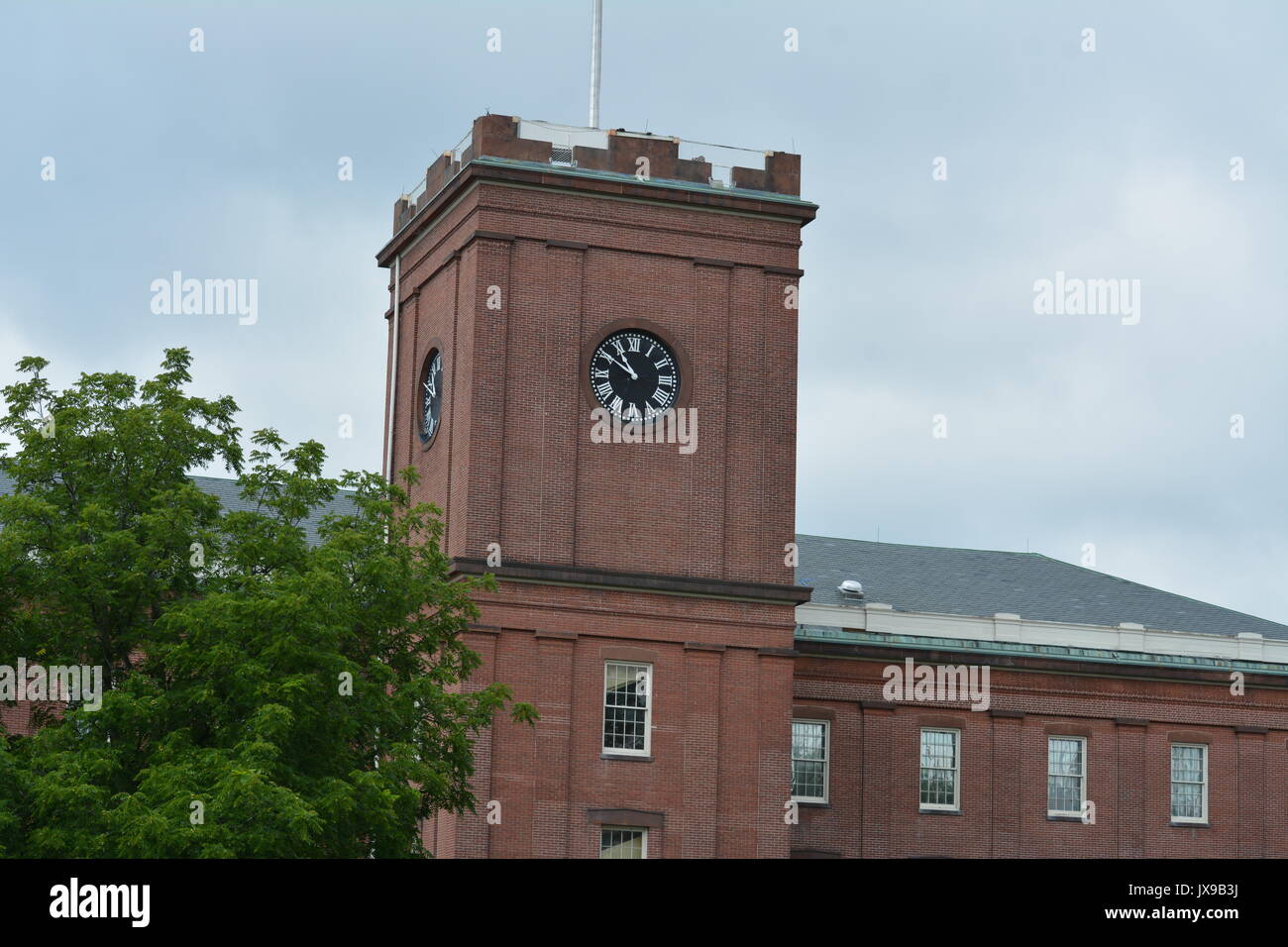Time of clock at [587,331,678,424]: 10:50
